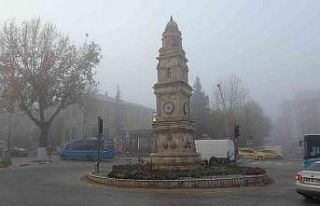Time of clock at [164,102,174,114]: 8:32
